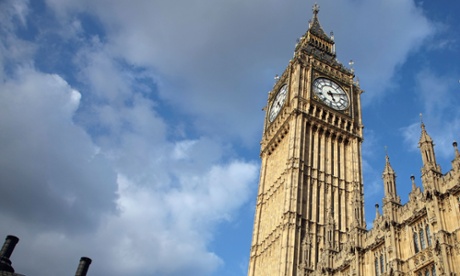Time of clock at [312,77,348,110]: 5:11
